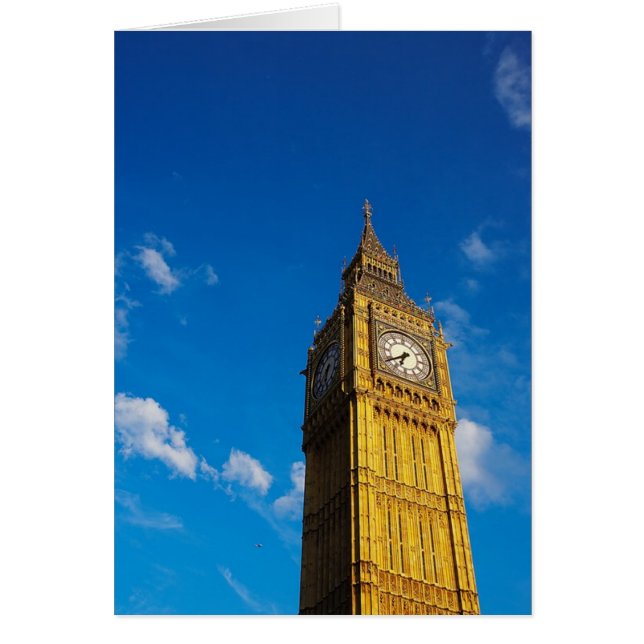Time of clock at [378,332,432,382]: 6:39
